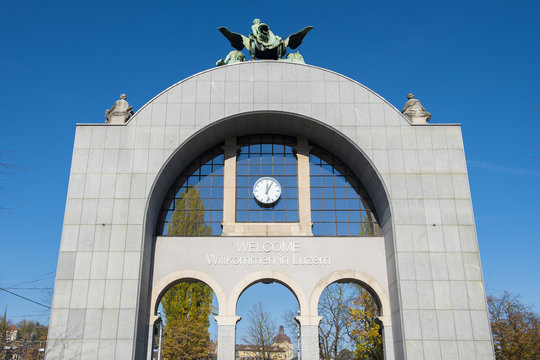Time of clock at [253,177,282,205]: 12:04
